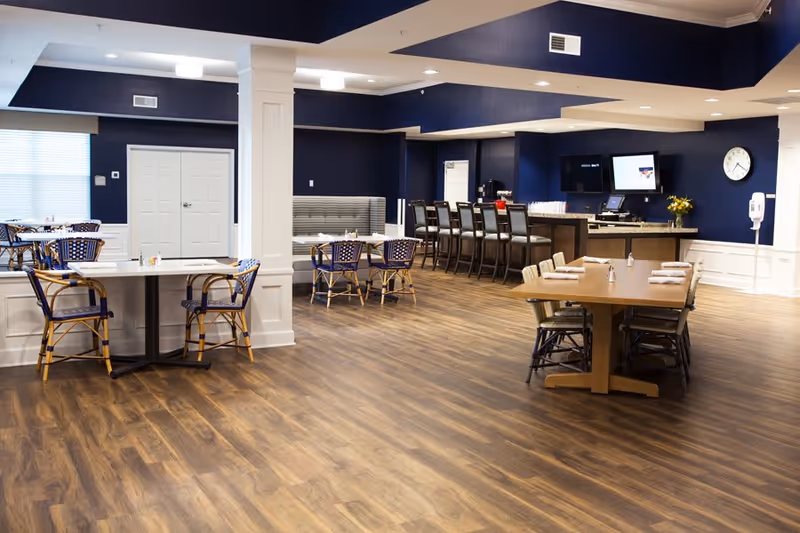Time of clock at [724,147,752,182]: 7:20
